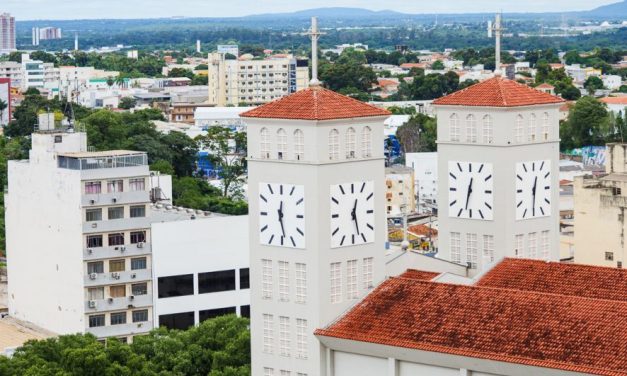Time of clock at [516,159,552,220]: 12:30
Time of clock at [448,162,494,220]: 12:32
